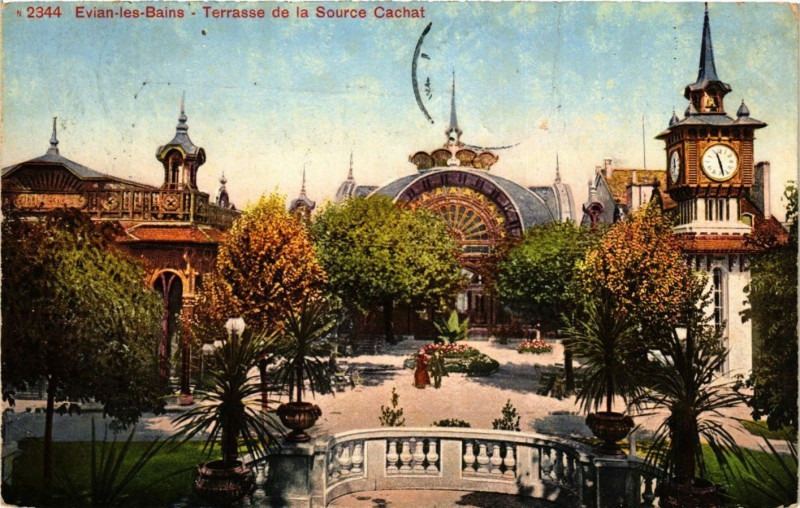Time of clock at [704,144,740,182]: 11:28
